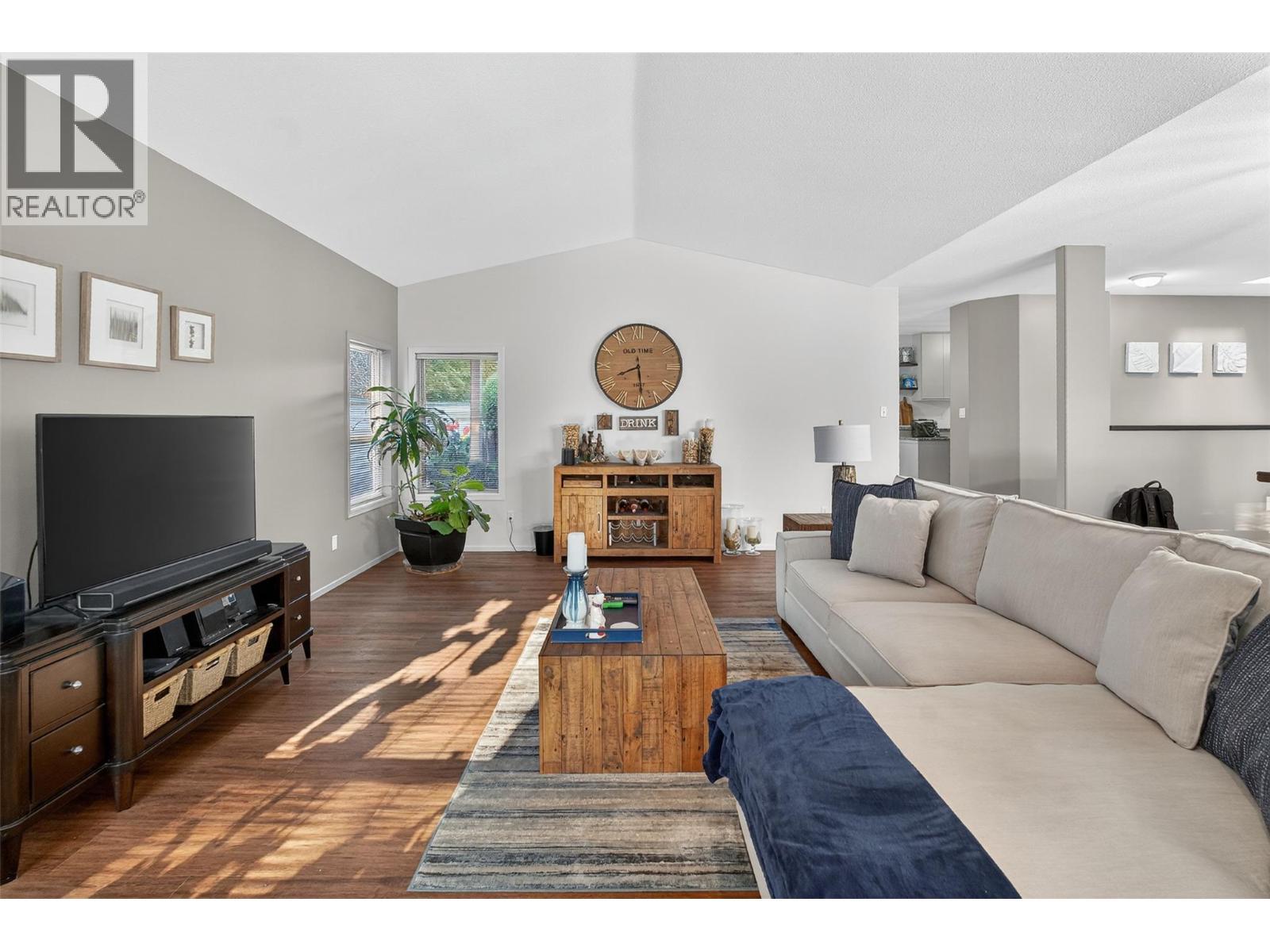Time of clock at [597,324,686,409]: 8:29
